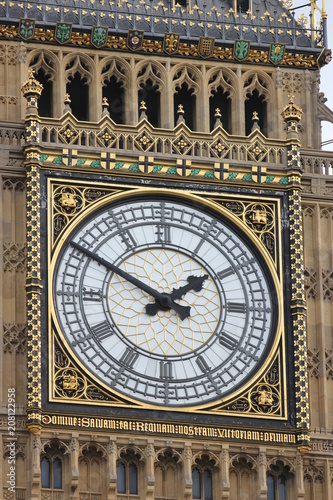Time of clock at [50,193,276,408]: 1:50
